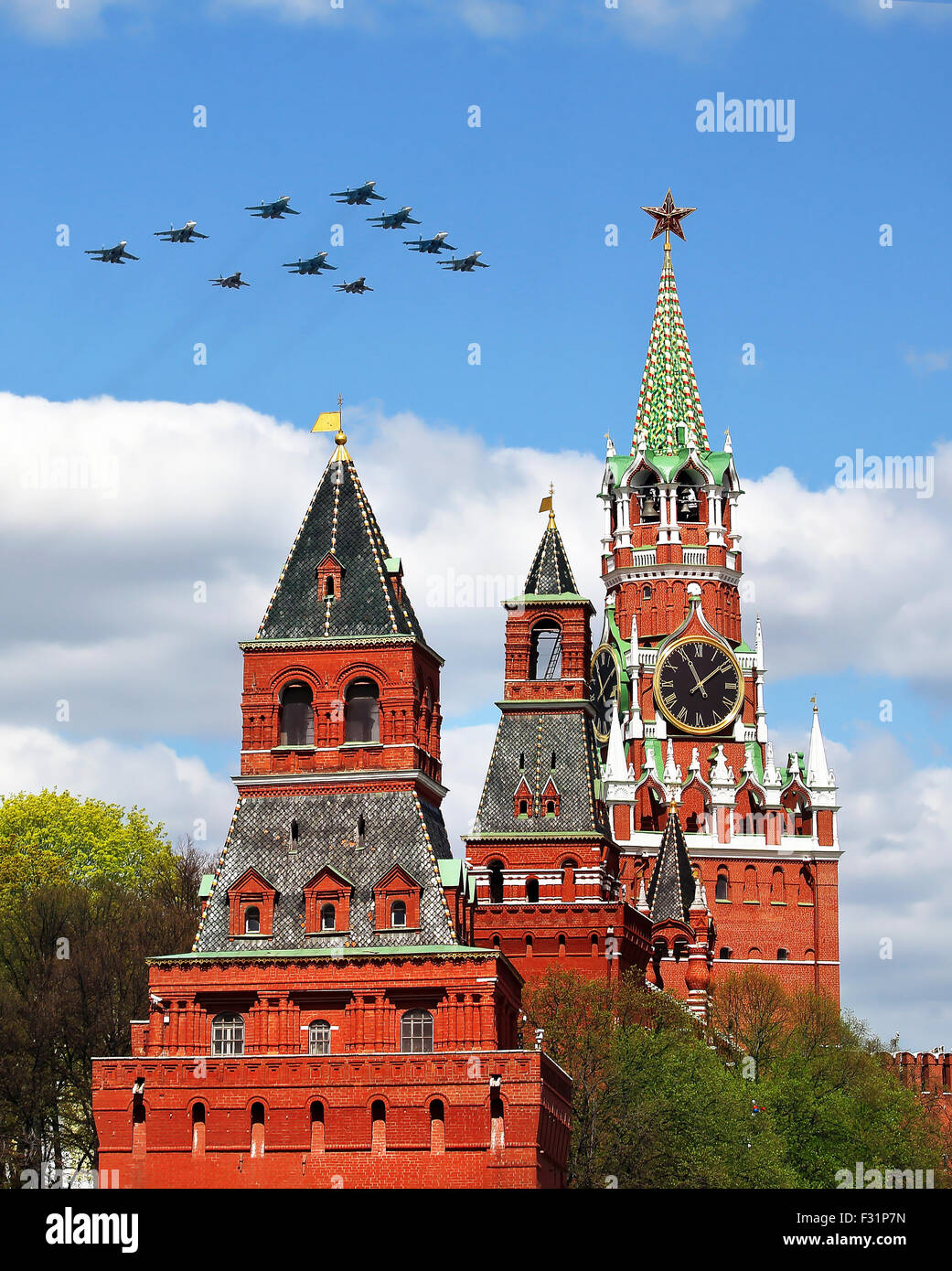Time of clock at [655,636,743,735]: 11:08
